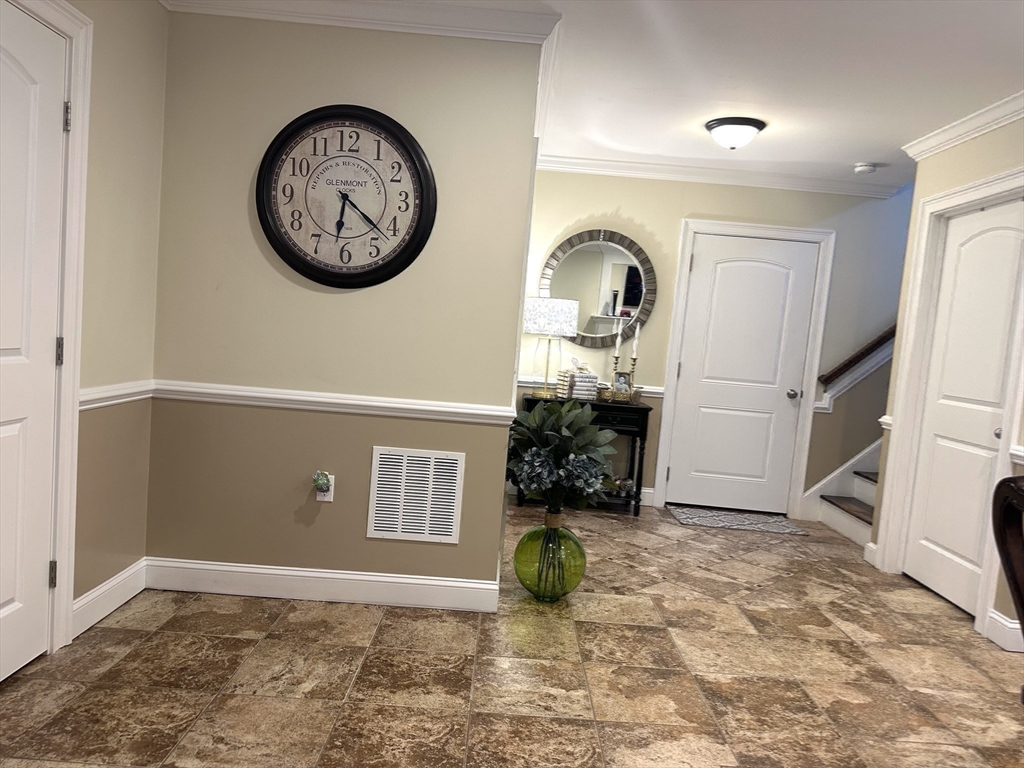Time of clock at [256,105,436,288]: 6:21
